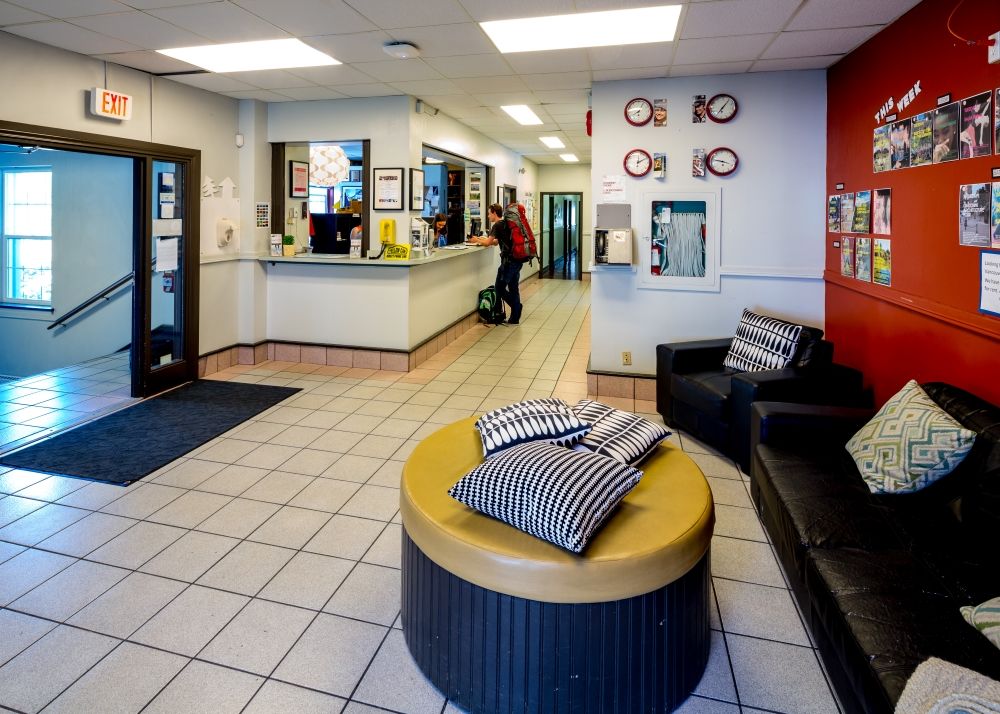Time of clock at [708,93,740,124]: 7:06
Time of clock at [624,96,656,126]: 8:04
